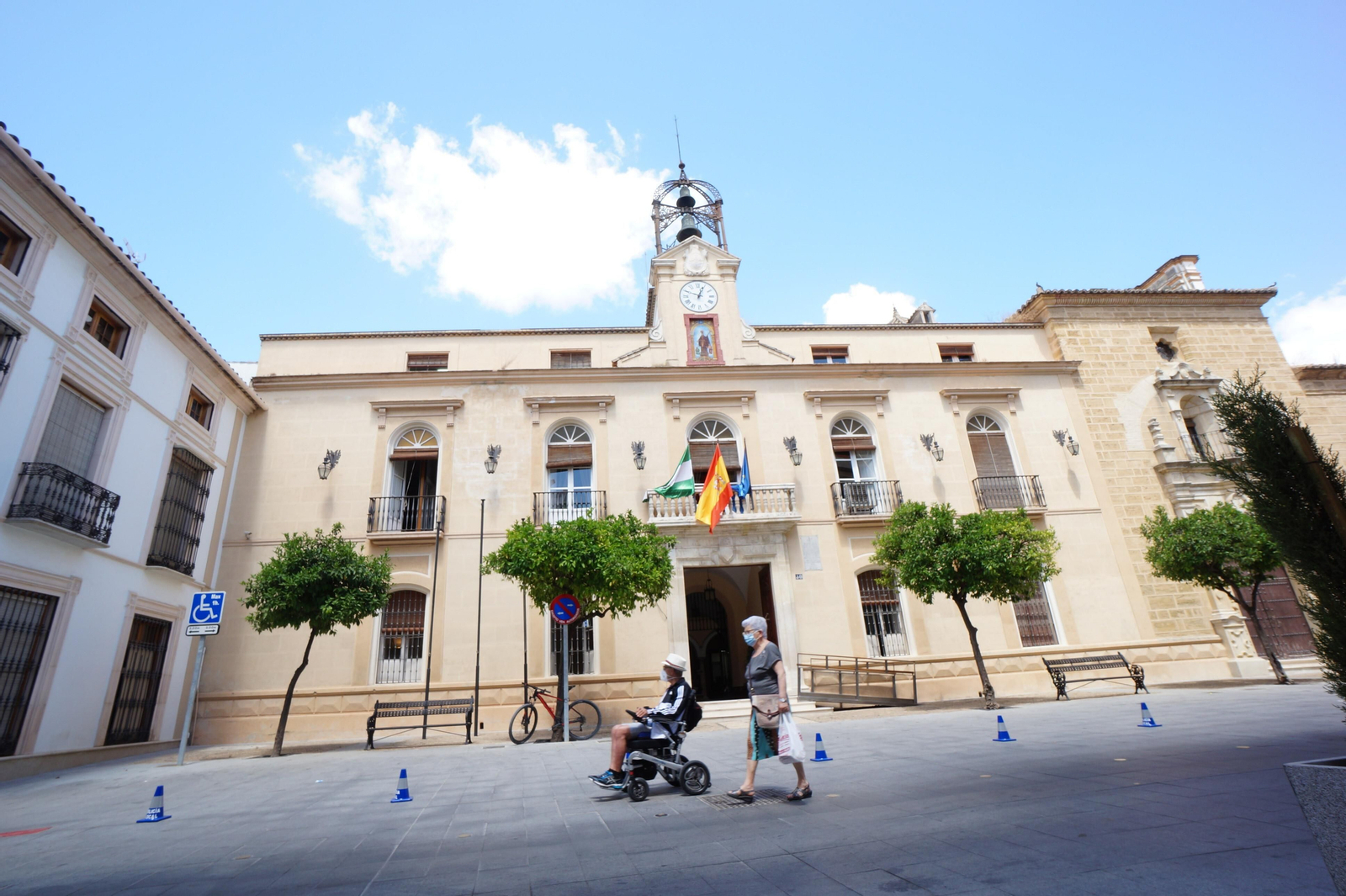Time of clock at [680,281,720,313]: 12:49
